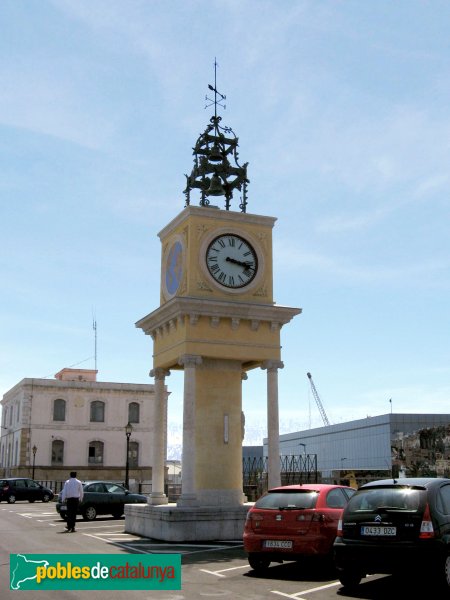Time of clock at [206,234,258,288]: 3:17
